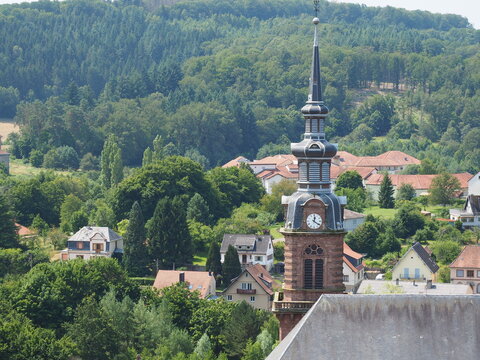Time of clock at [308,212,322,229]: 12:21
